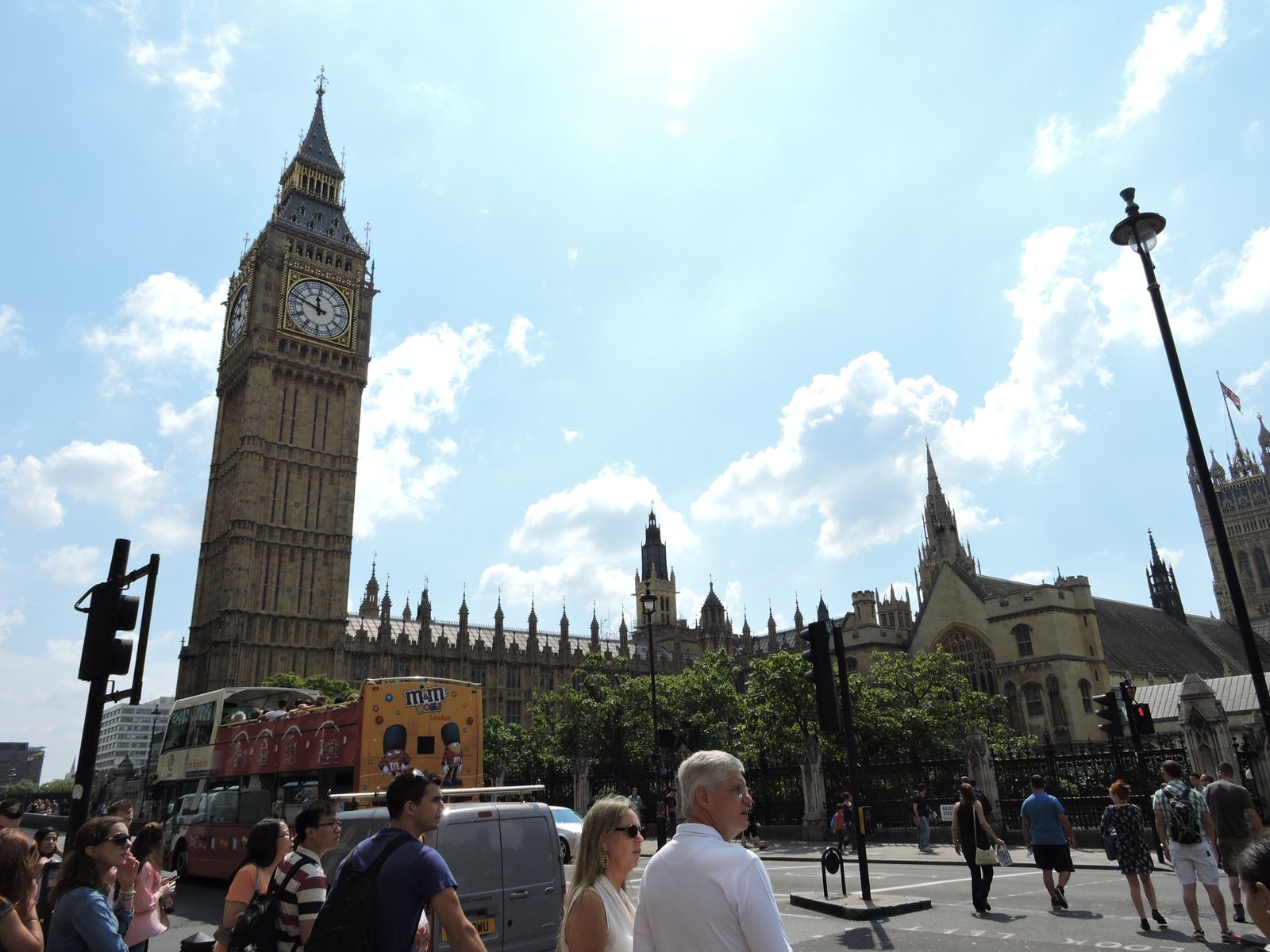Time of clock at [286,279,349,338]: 11:47
